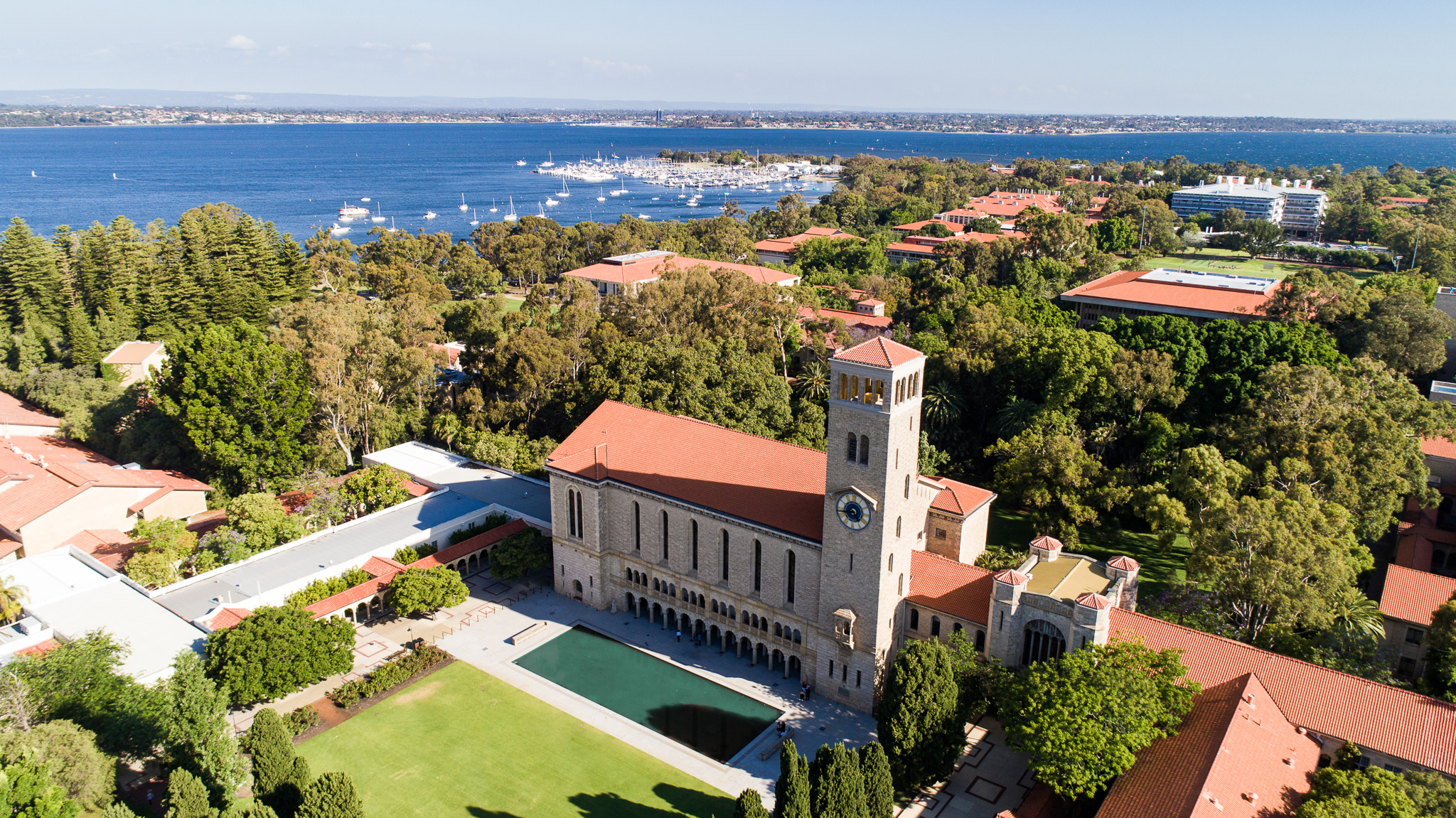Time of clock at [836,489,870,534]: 4:43
